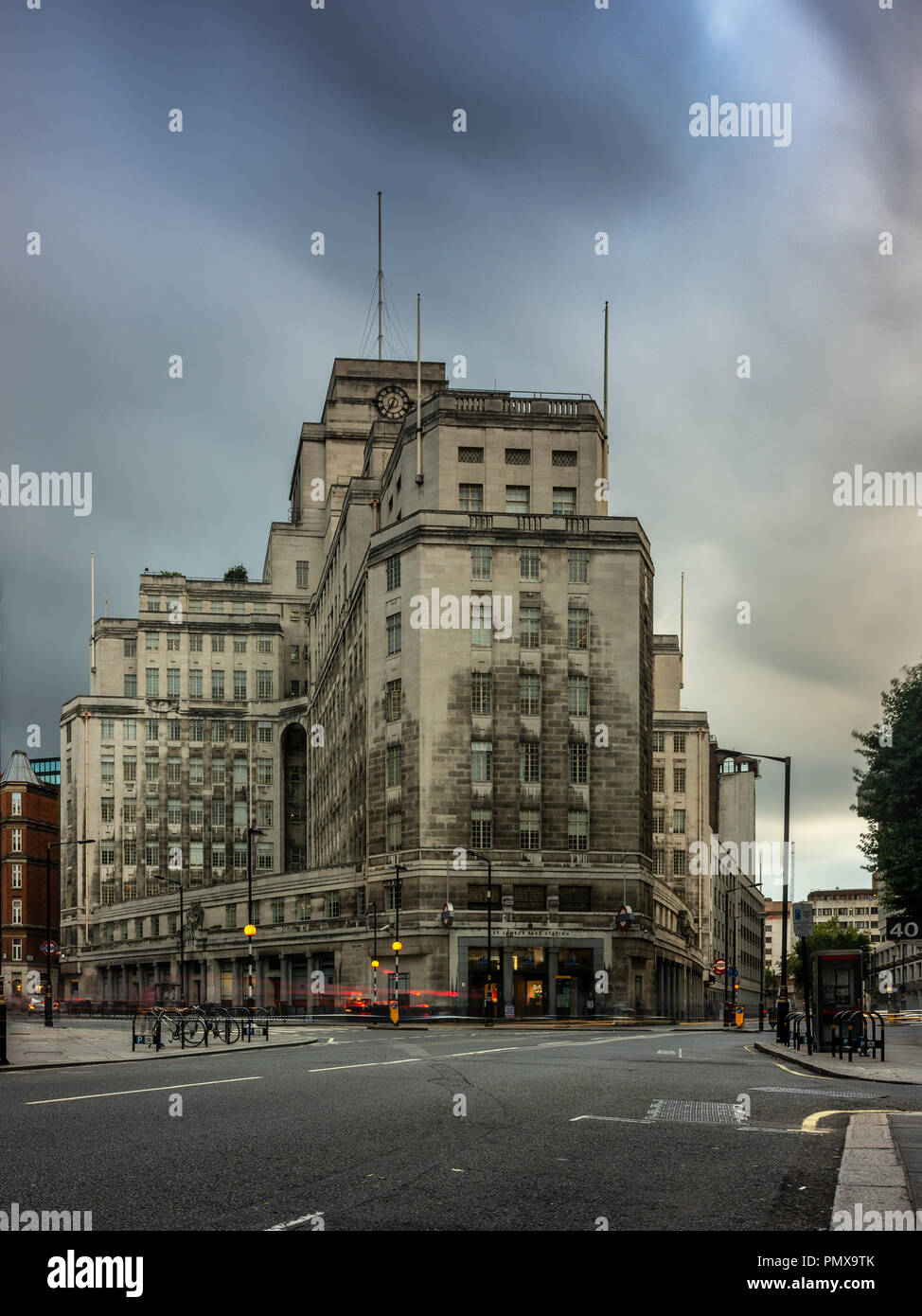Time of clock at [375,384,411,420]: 7:02
